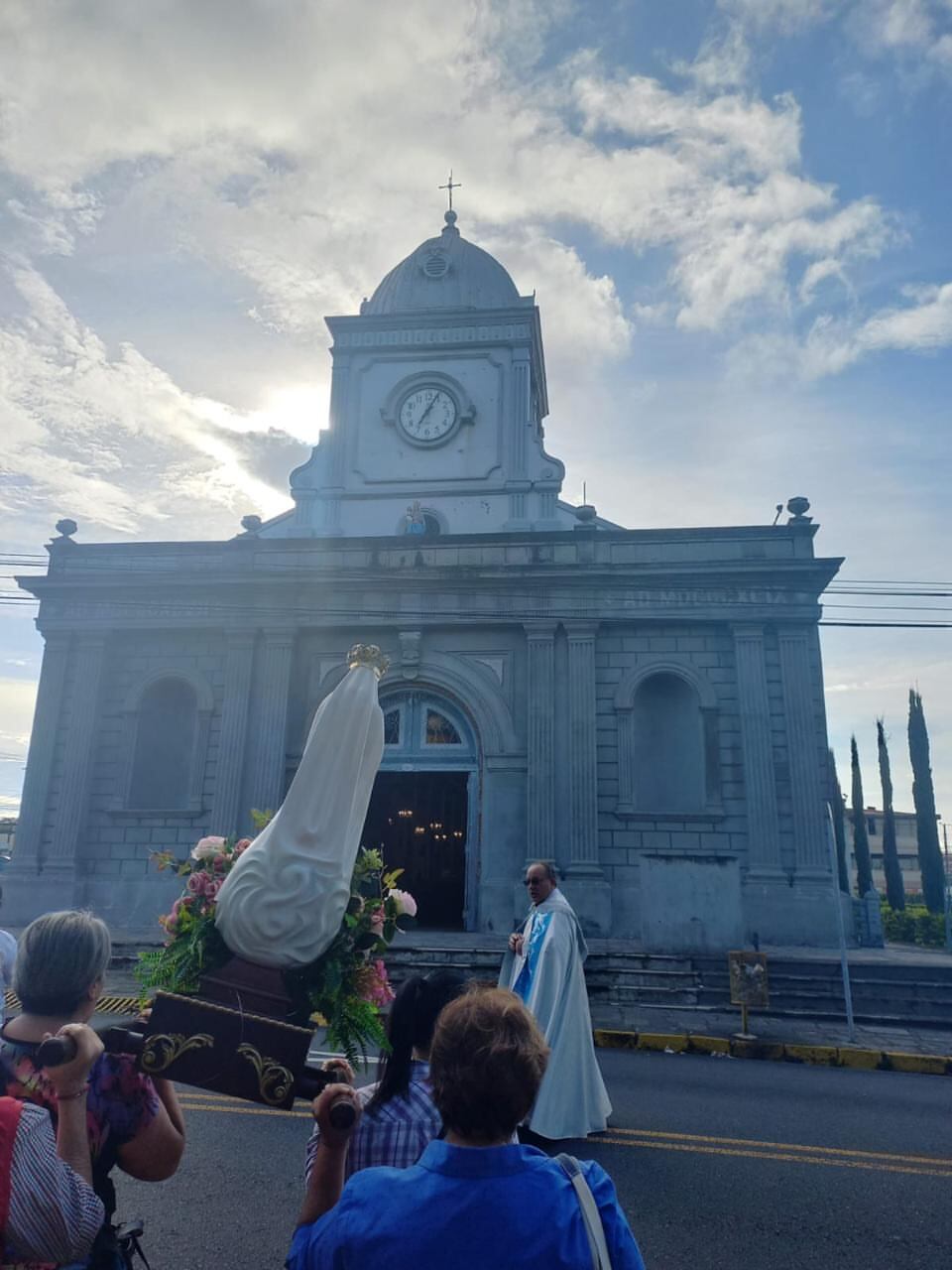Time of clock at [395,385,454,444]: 7:04
